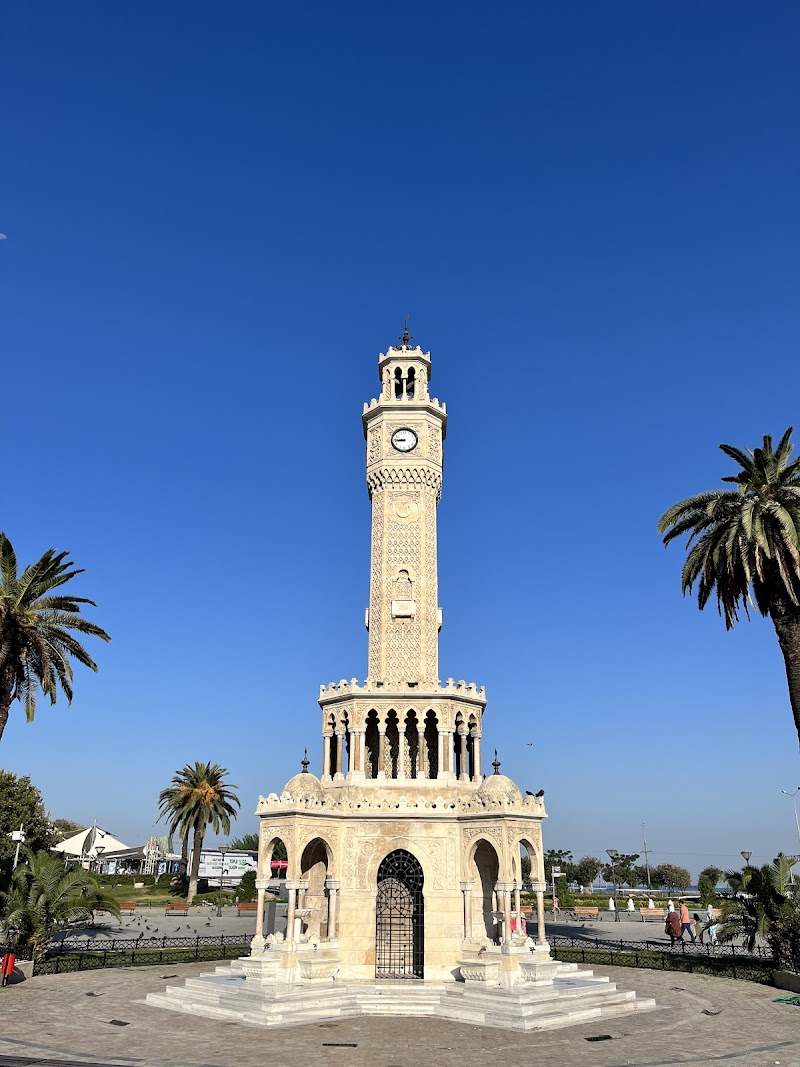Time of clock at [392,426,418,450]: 8:45
